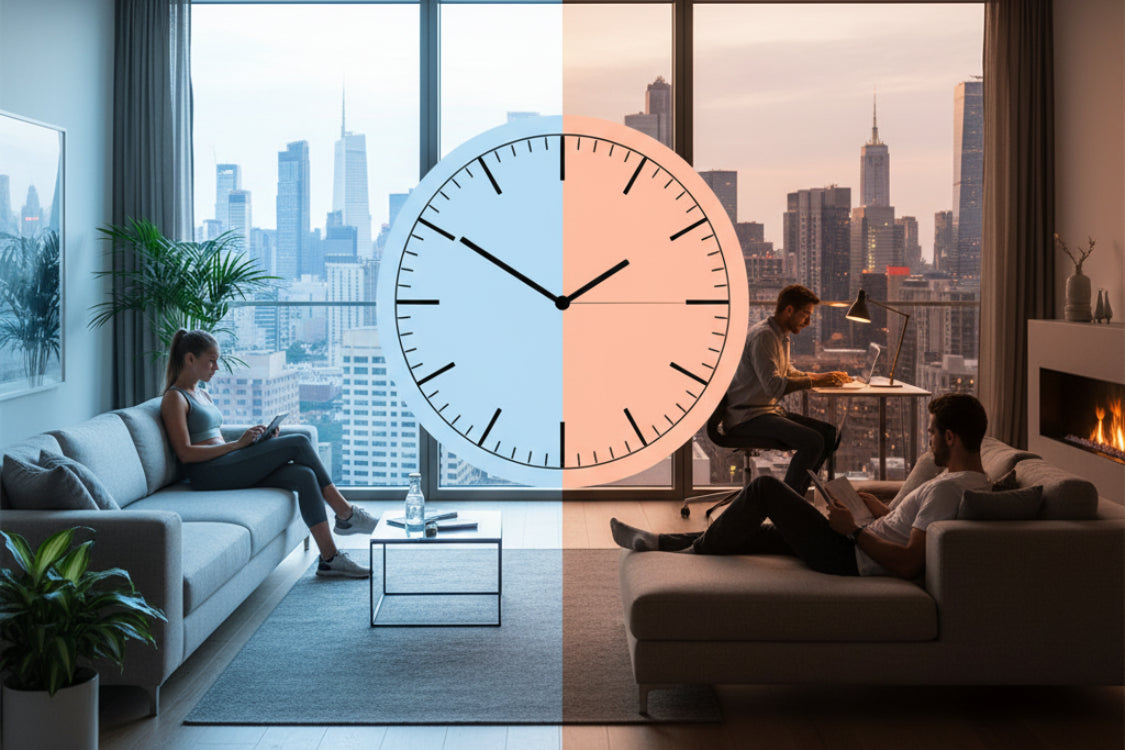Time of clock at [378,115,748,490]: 1:50
